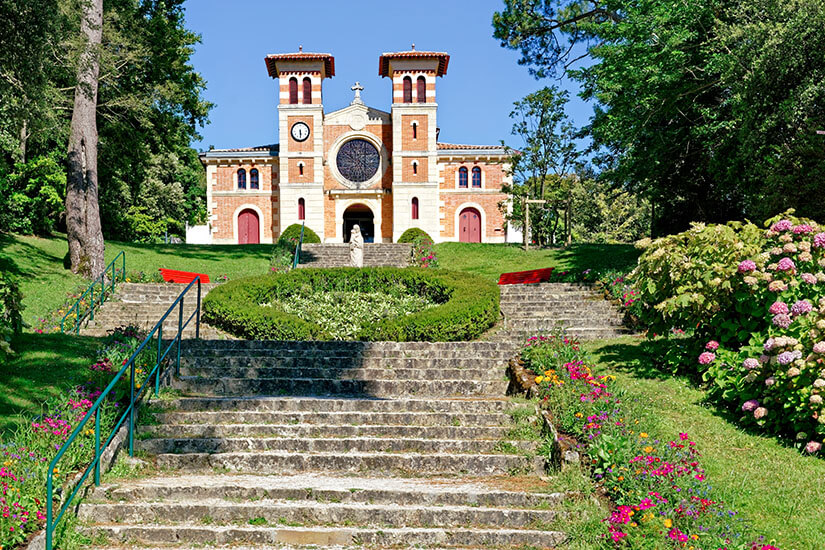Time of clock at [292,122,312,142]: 5:29
